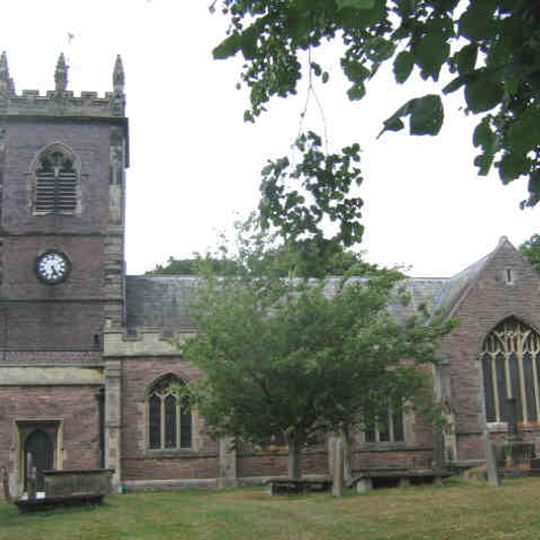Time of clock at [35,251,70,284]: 5:24
